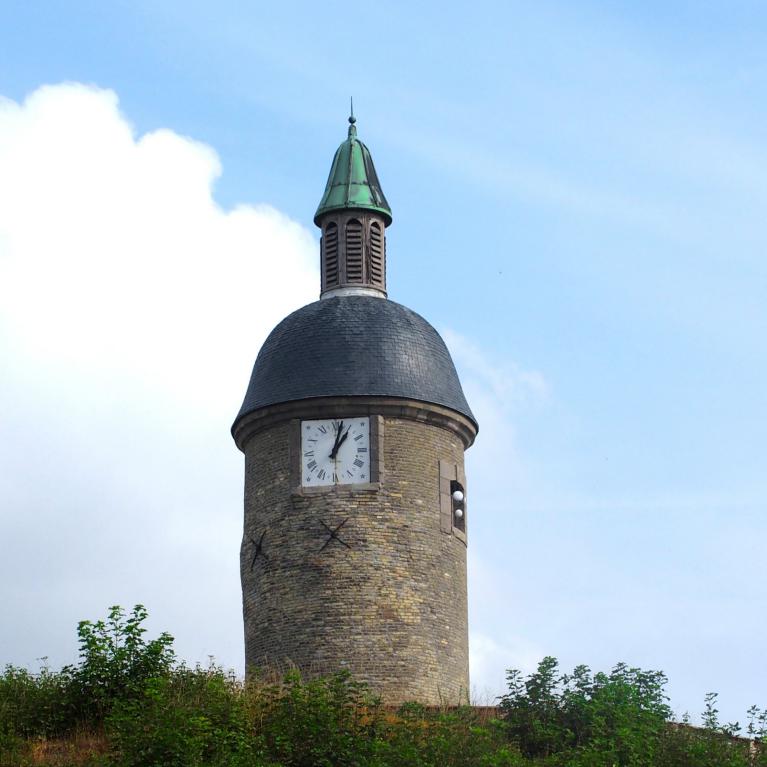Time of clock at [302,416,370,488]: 1:02
